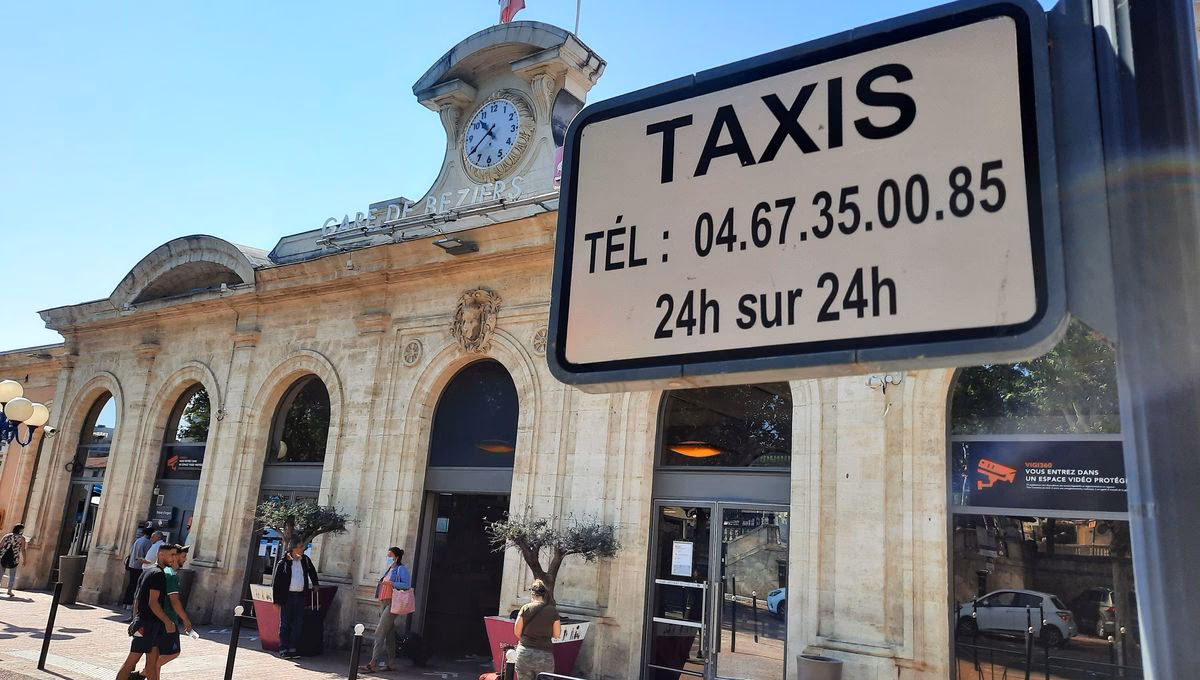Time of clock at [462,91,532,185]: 10:39
